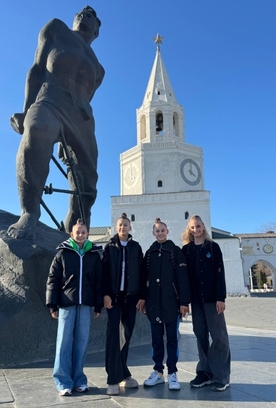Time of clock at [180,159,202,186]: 4:00
